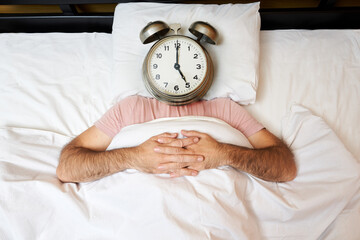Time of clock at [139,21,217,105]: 5:00
